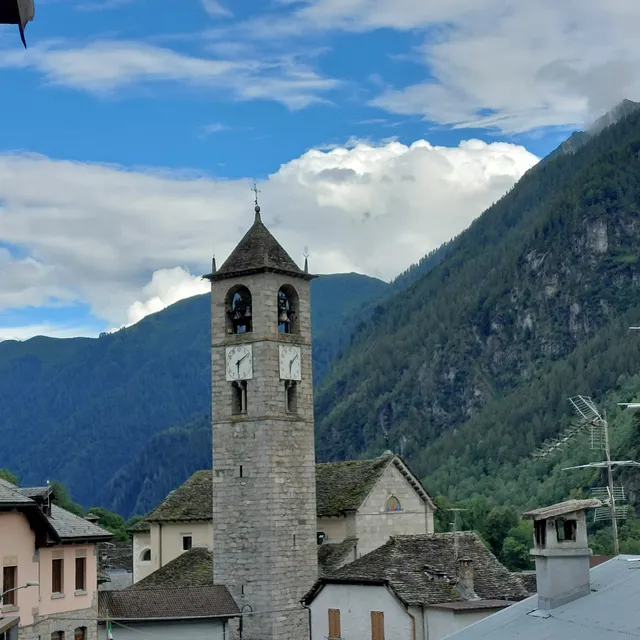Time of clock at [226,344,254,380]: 6:10
